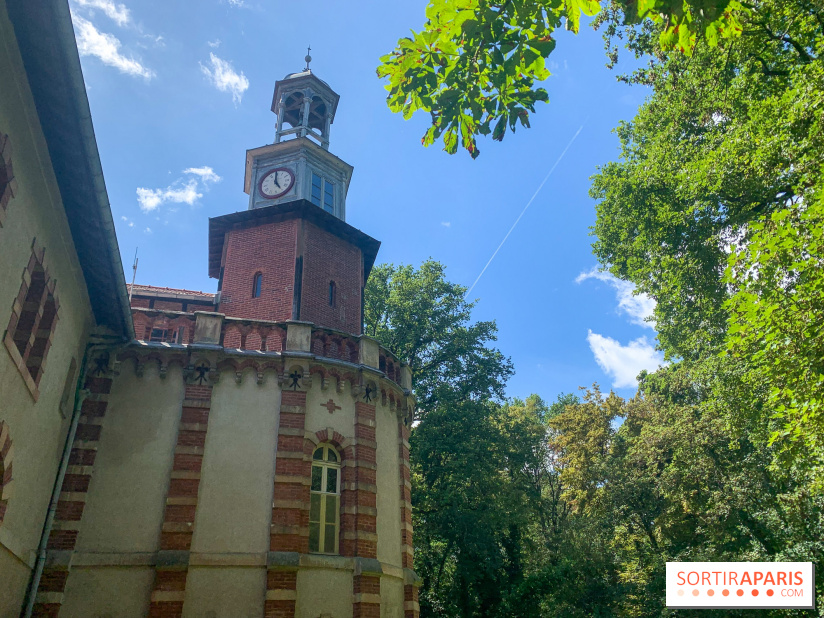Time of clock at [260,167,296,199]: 4:59
